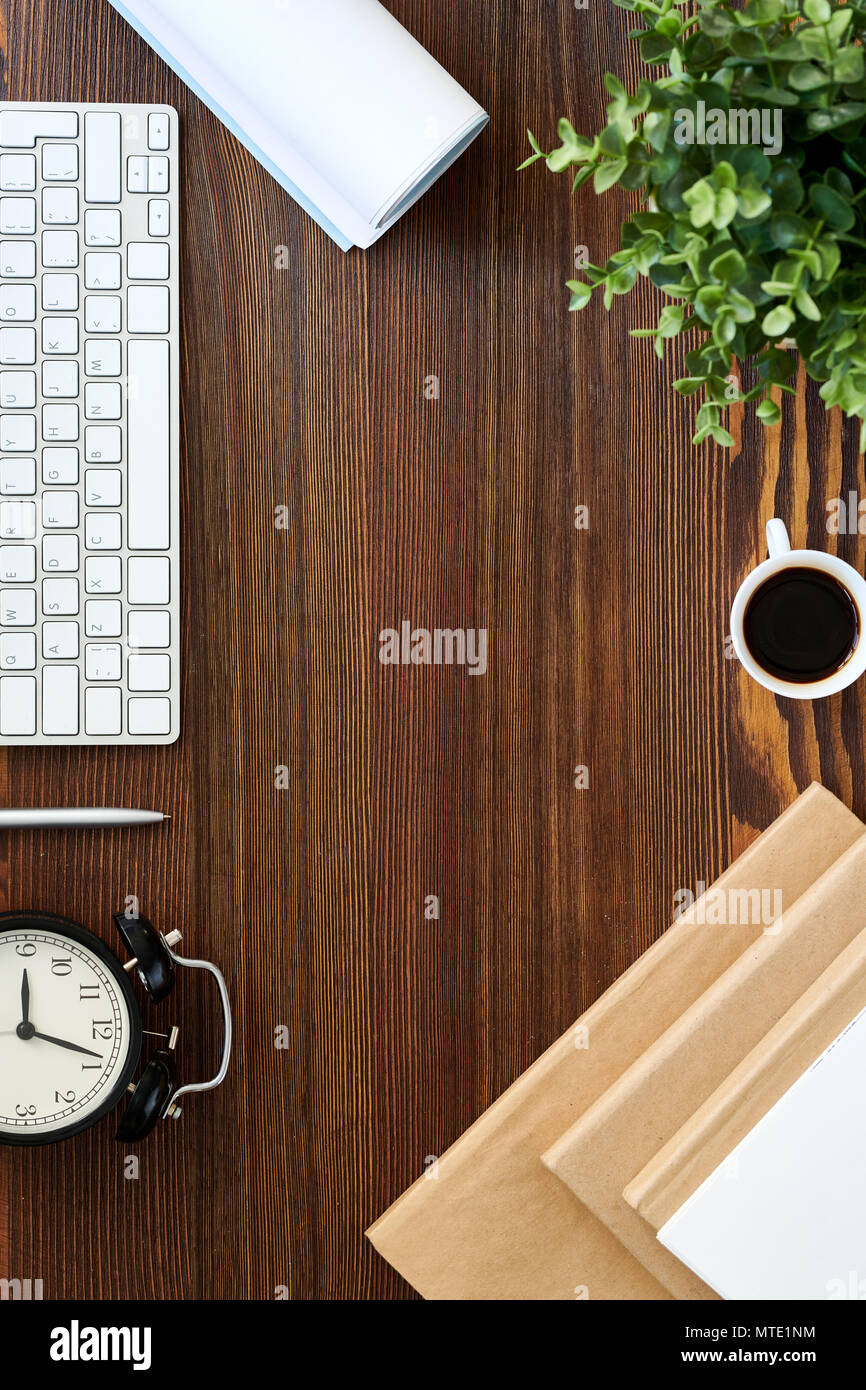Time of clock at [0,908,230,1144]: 12:18
